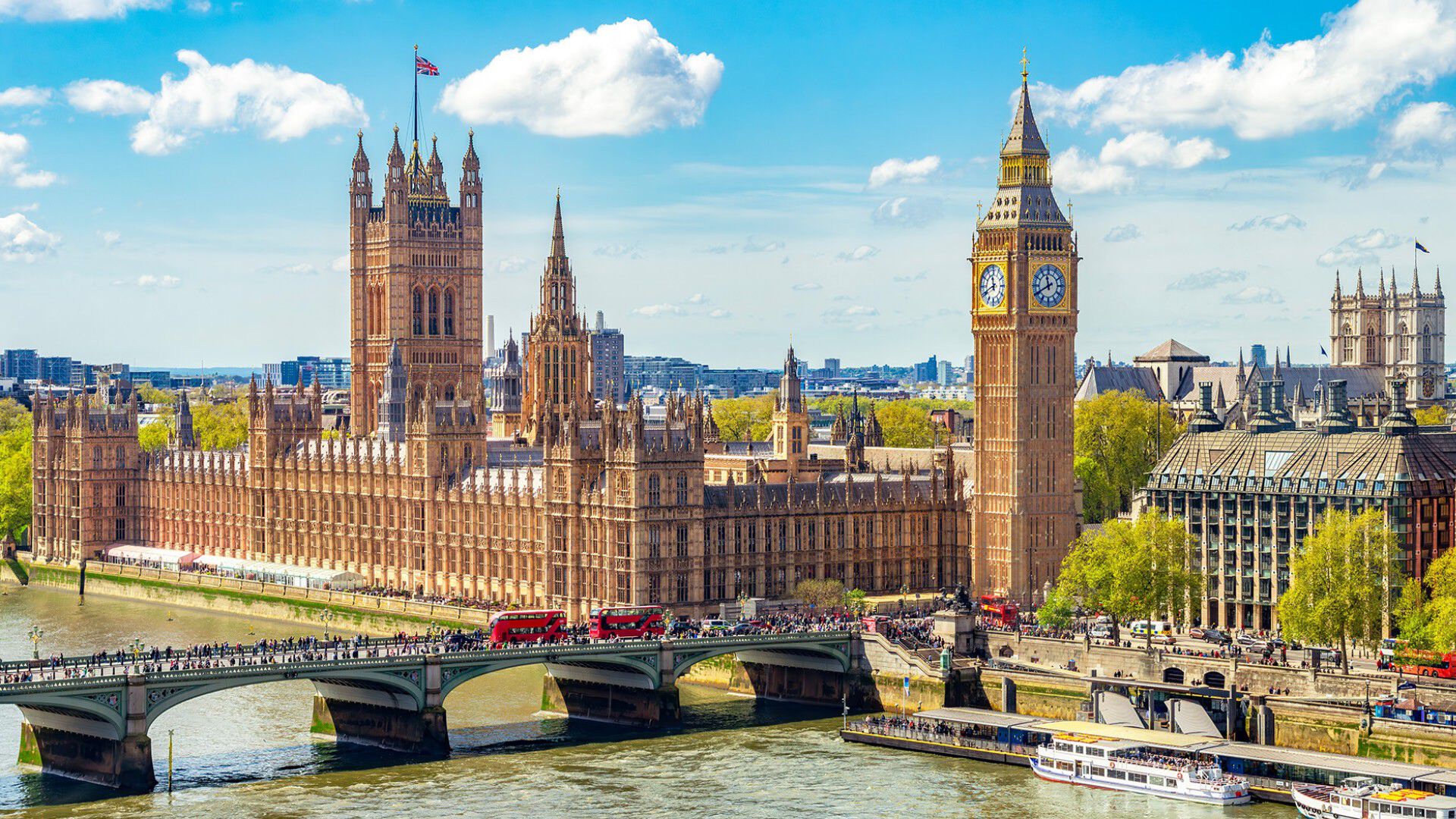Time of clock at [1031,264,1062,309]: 11:40
